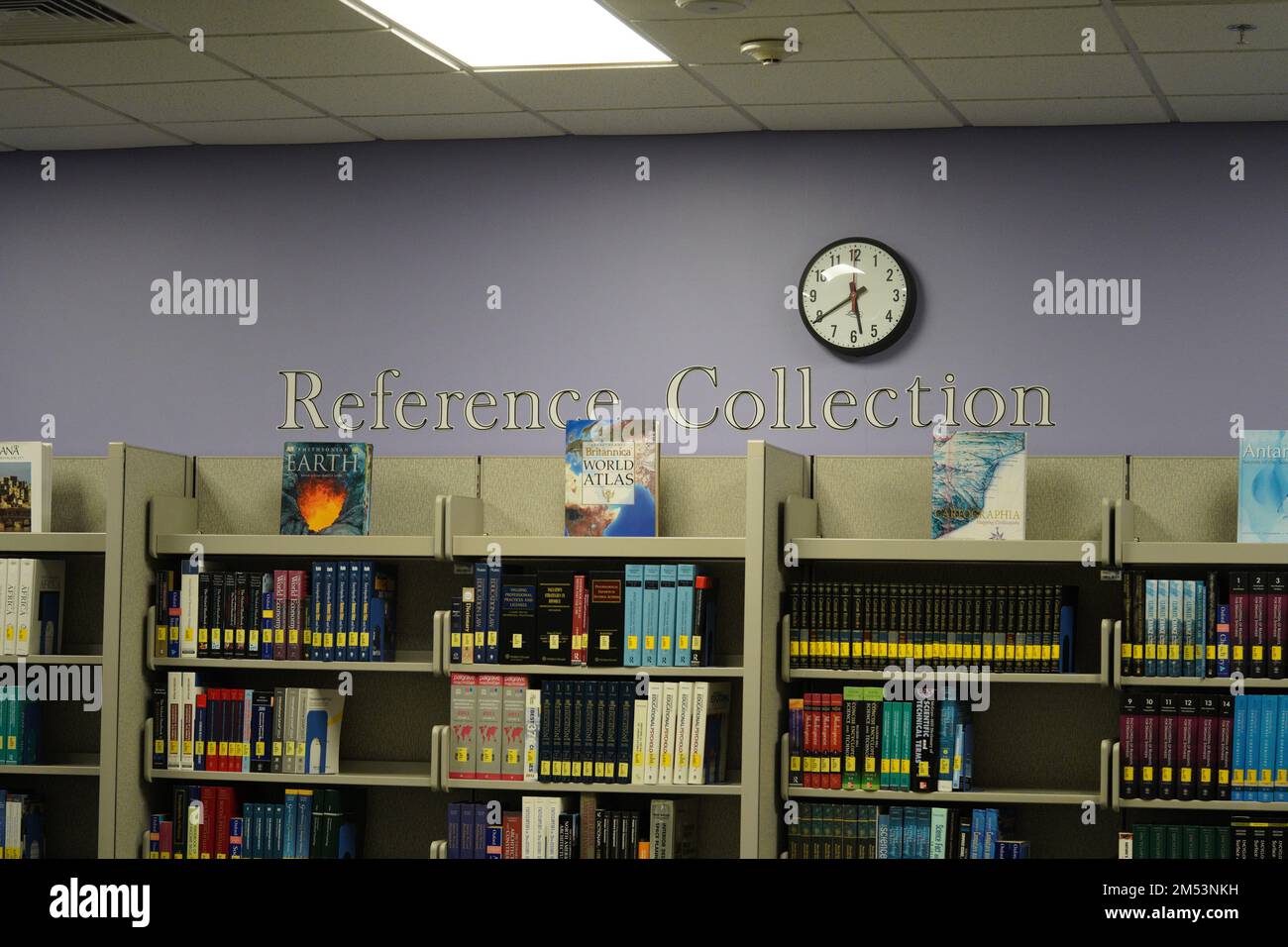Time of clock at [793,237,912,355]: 5:39
